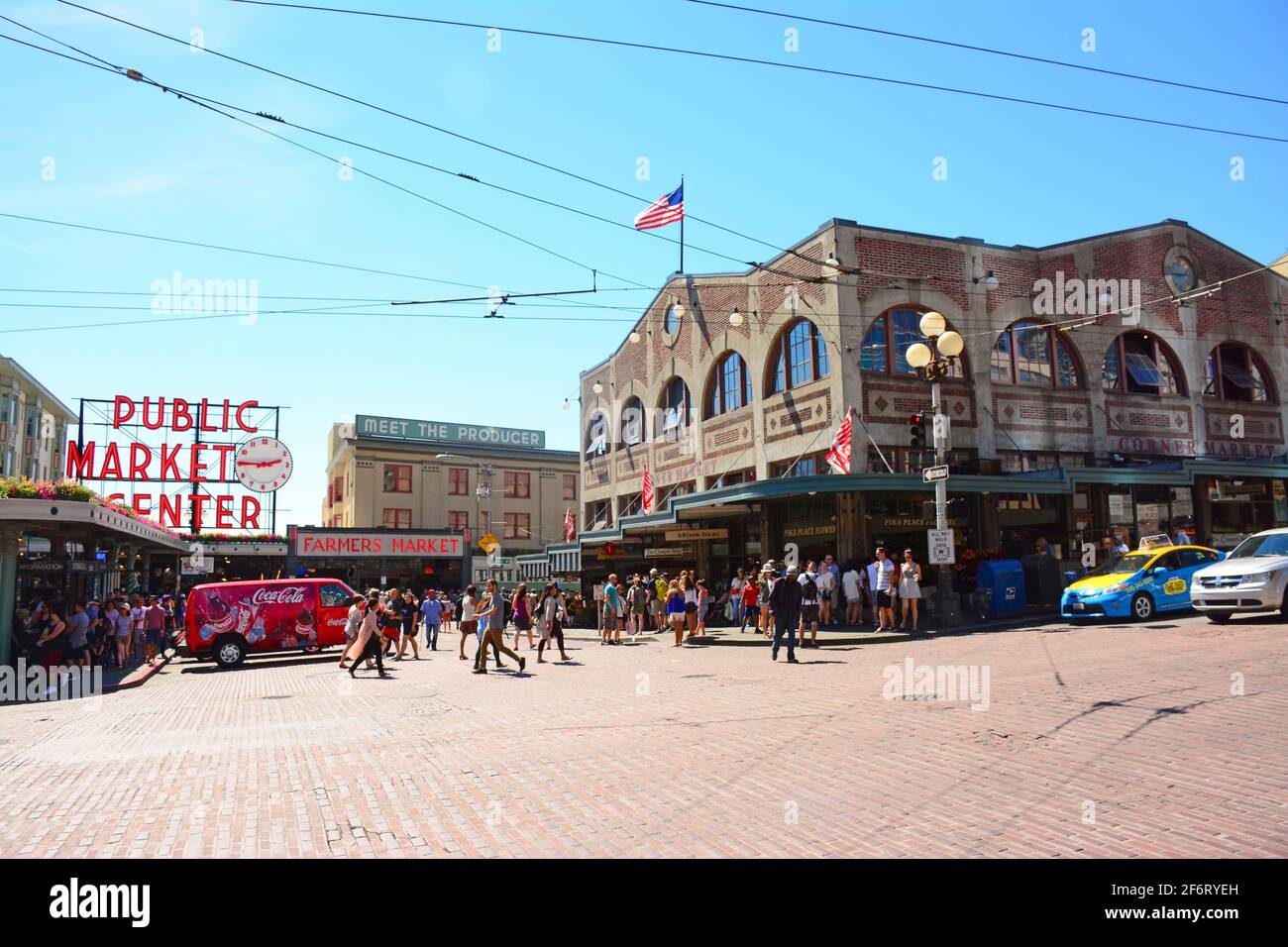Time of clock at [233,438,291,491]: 2:45
